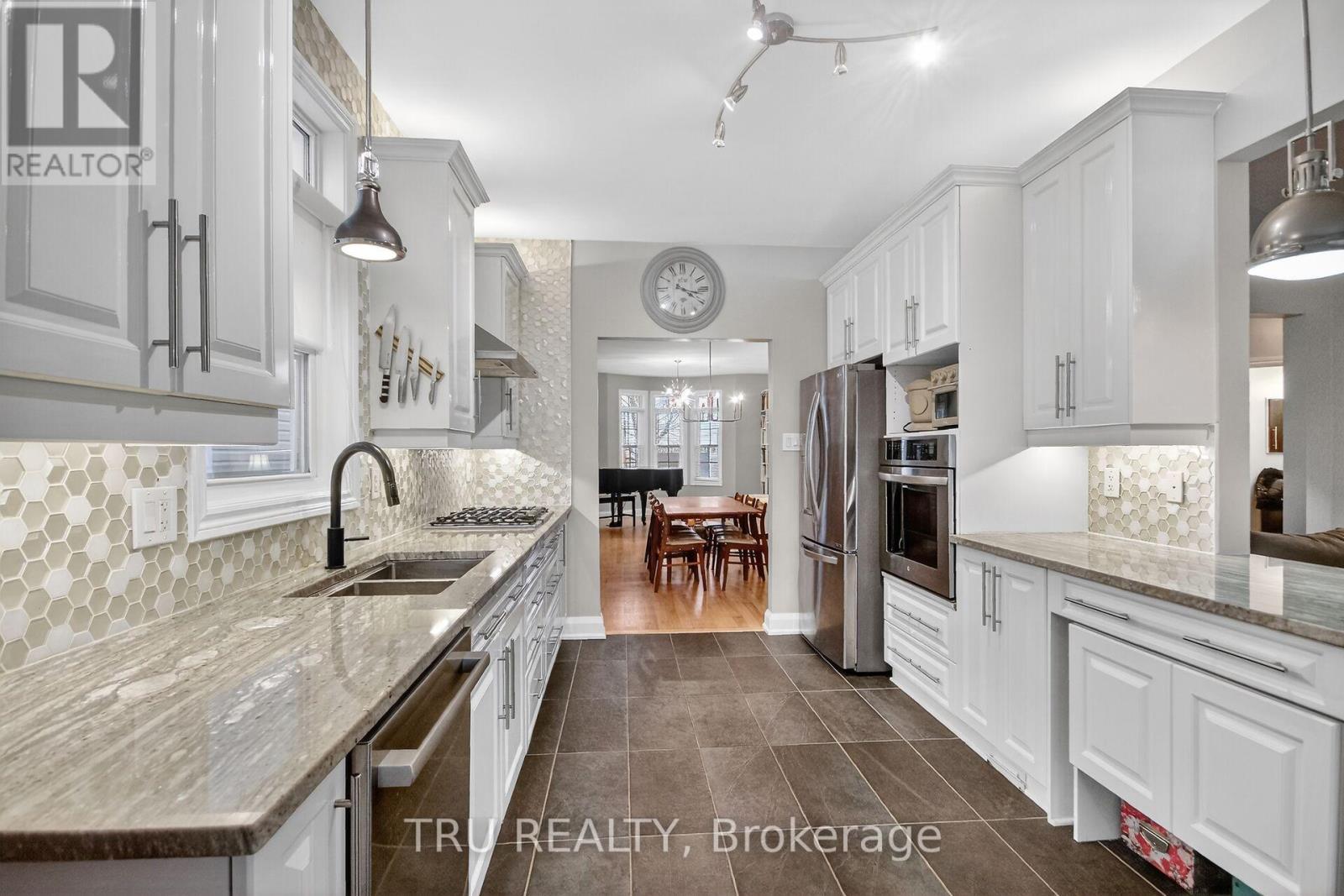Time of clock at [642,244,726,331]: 3:20
